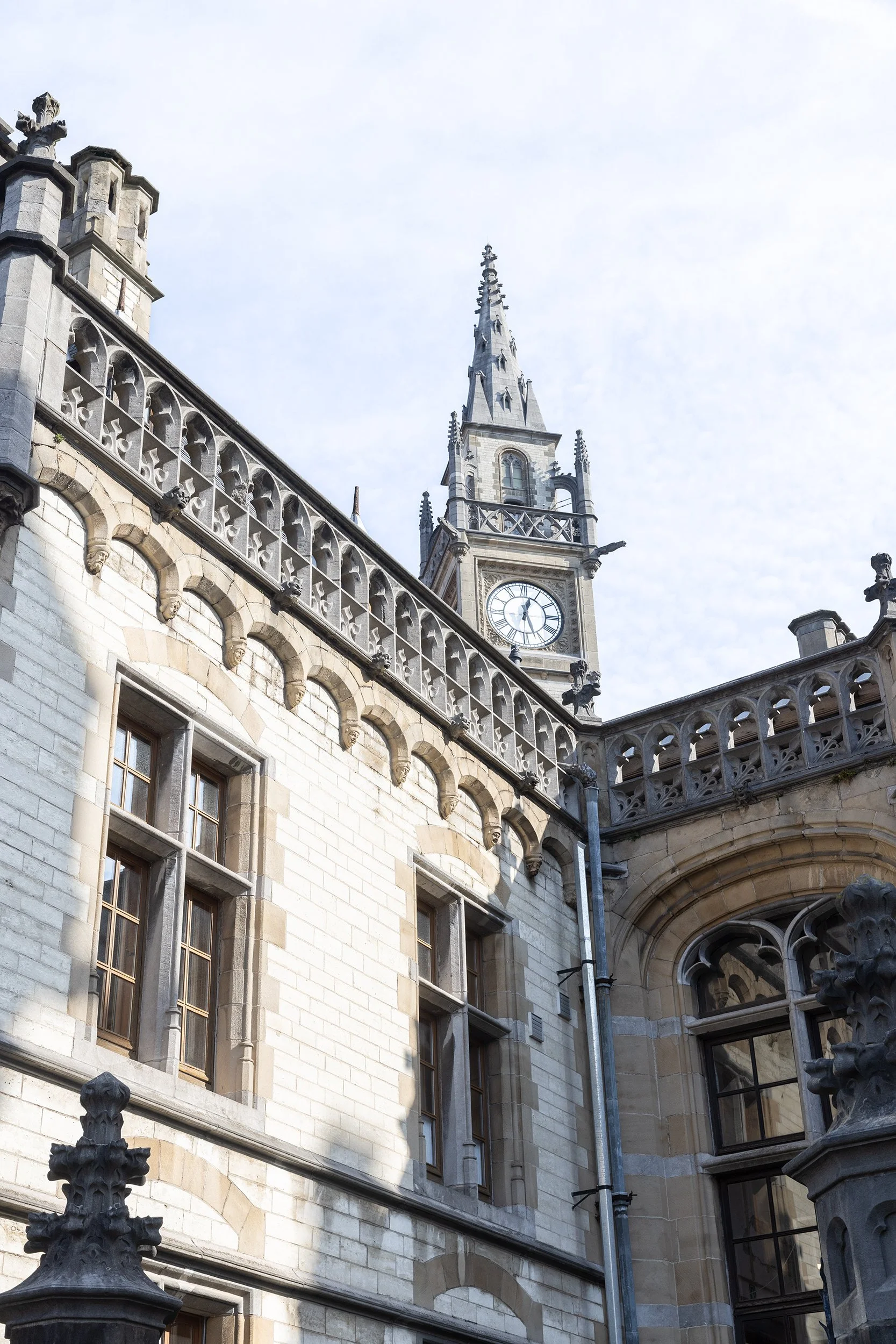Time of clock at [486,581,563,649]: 12:26
